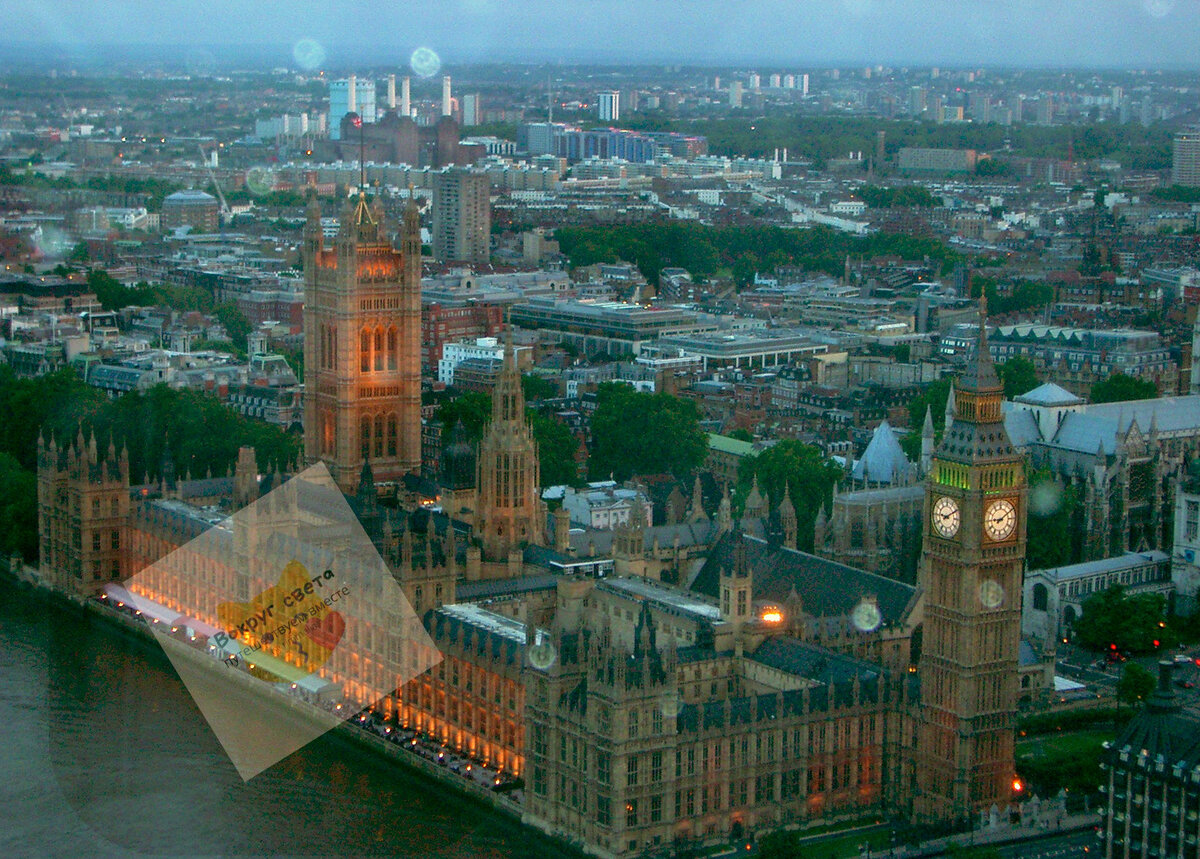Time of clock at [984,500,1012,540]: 9:09
